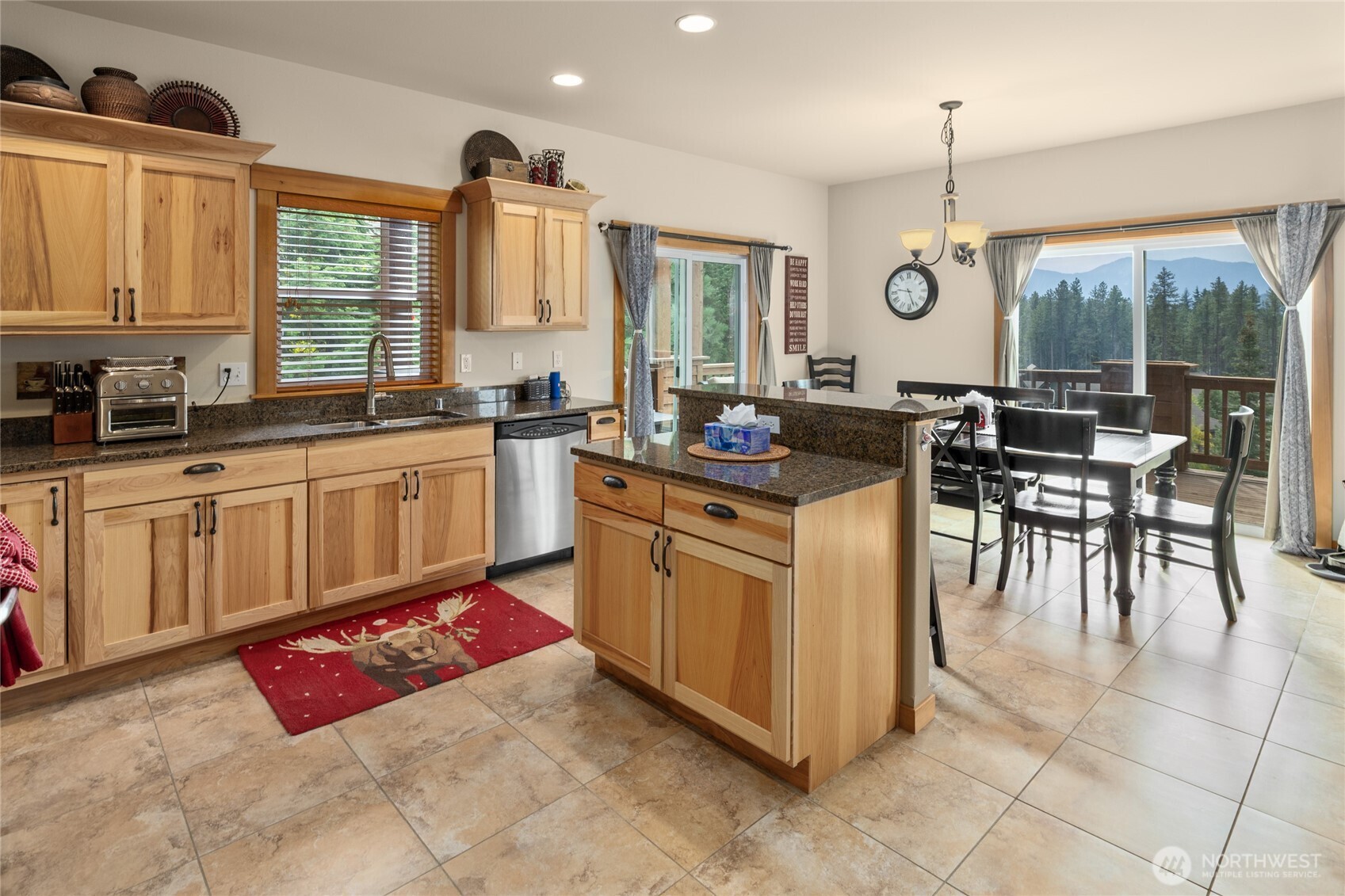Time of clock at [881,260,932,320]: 9:26
